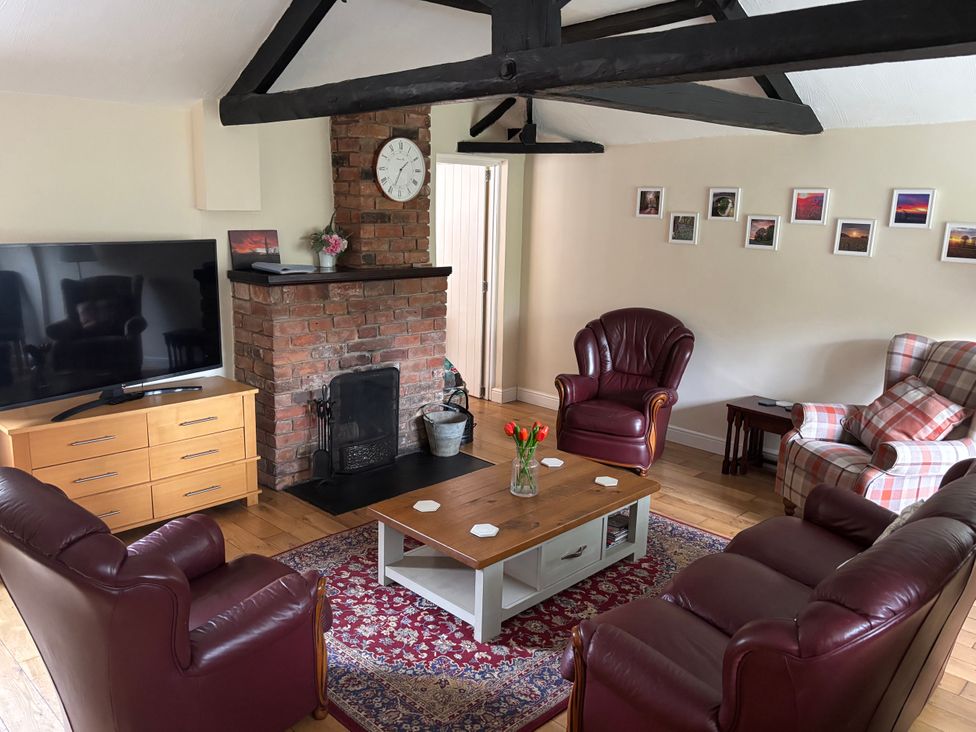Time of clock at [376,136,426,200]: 1:33
